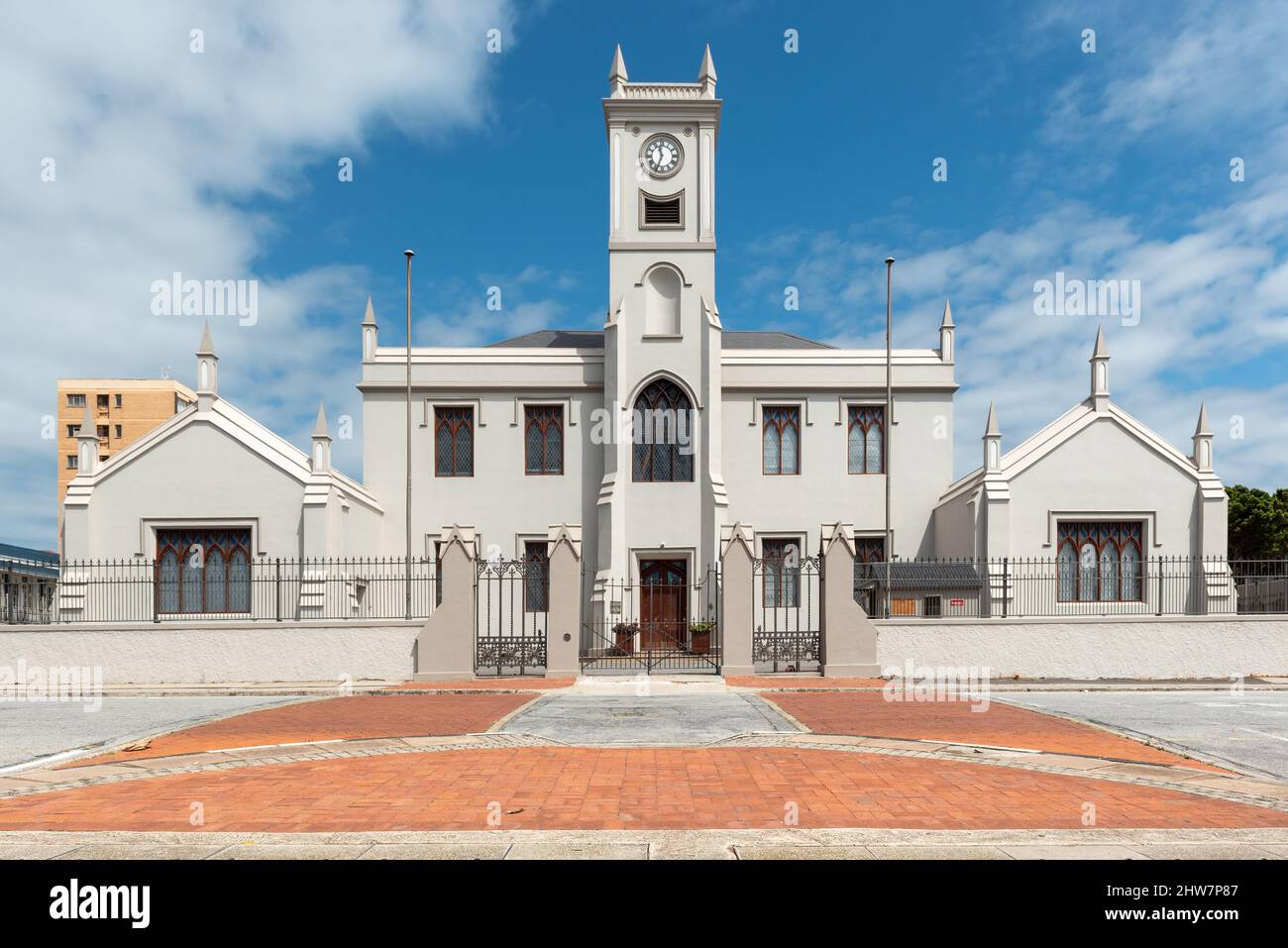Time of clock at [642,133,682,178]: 11:33
